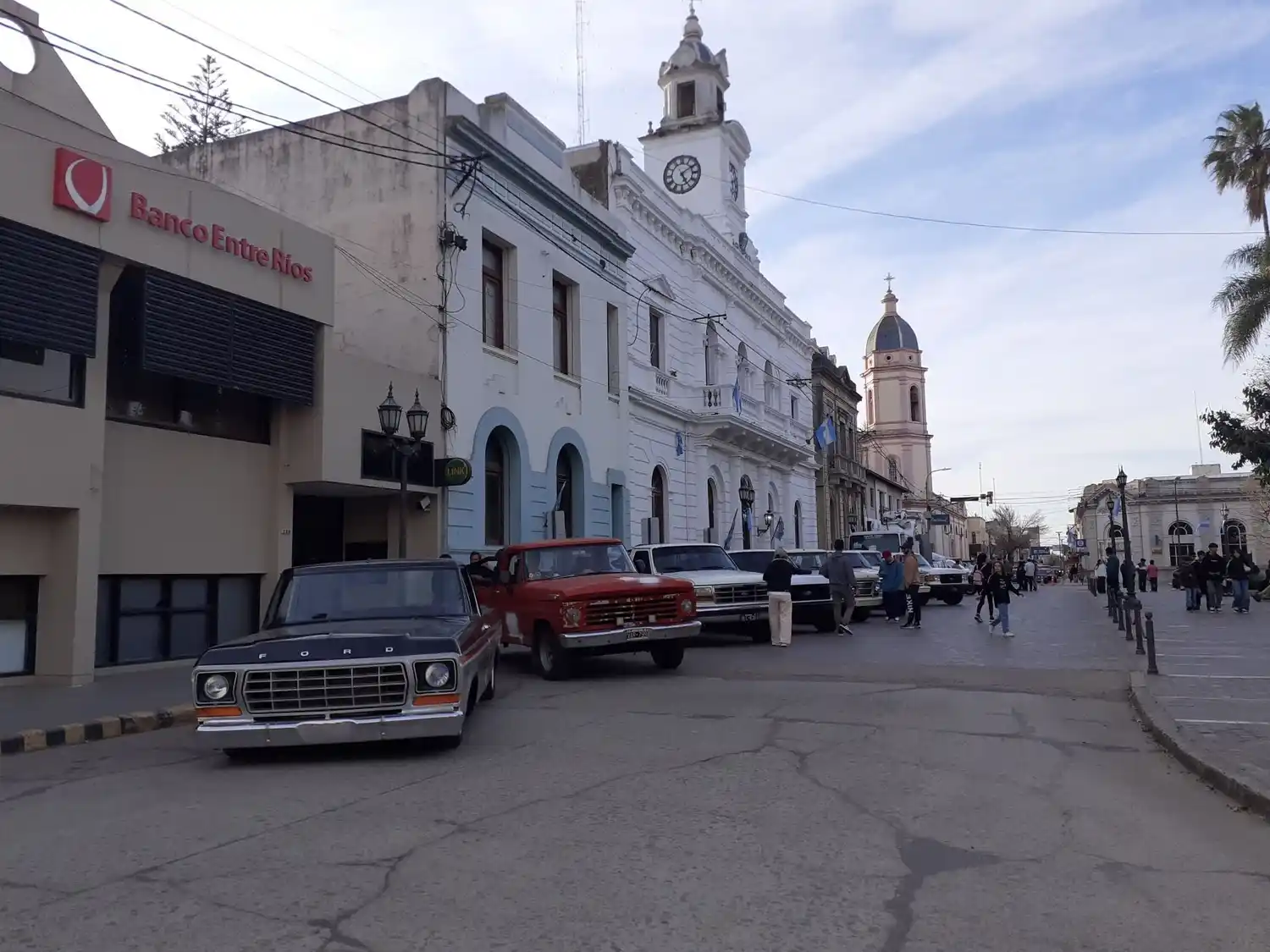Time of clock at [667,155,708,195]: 5:09
